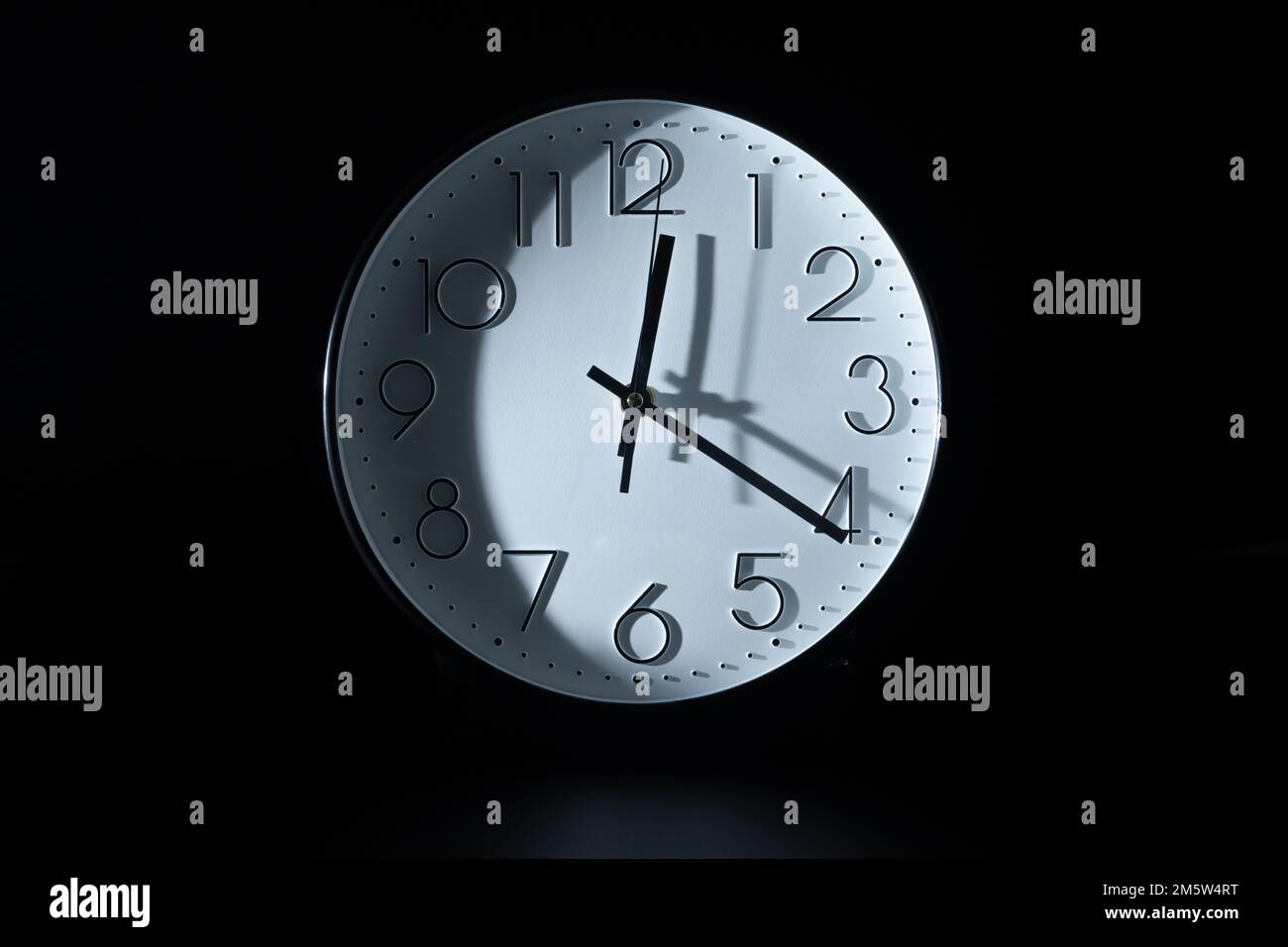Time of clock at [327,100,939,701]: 12:20
